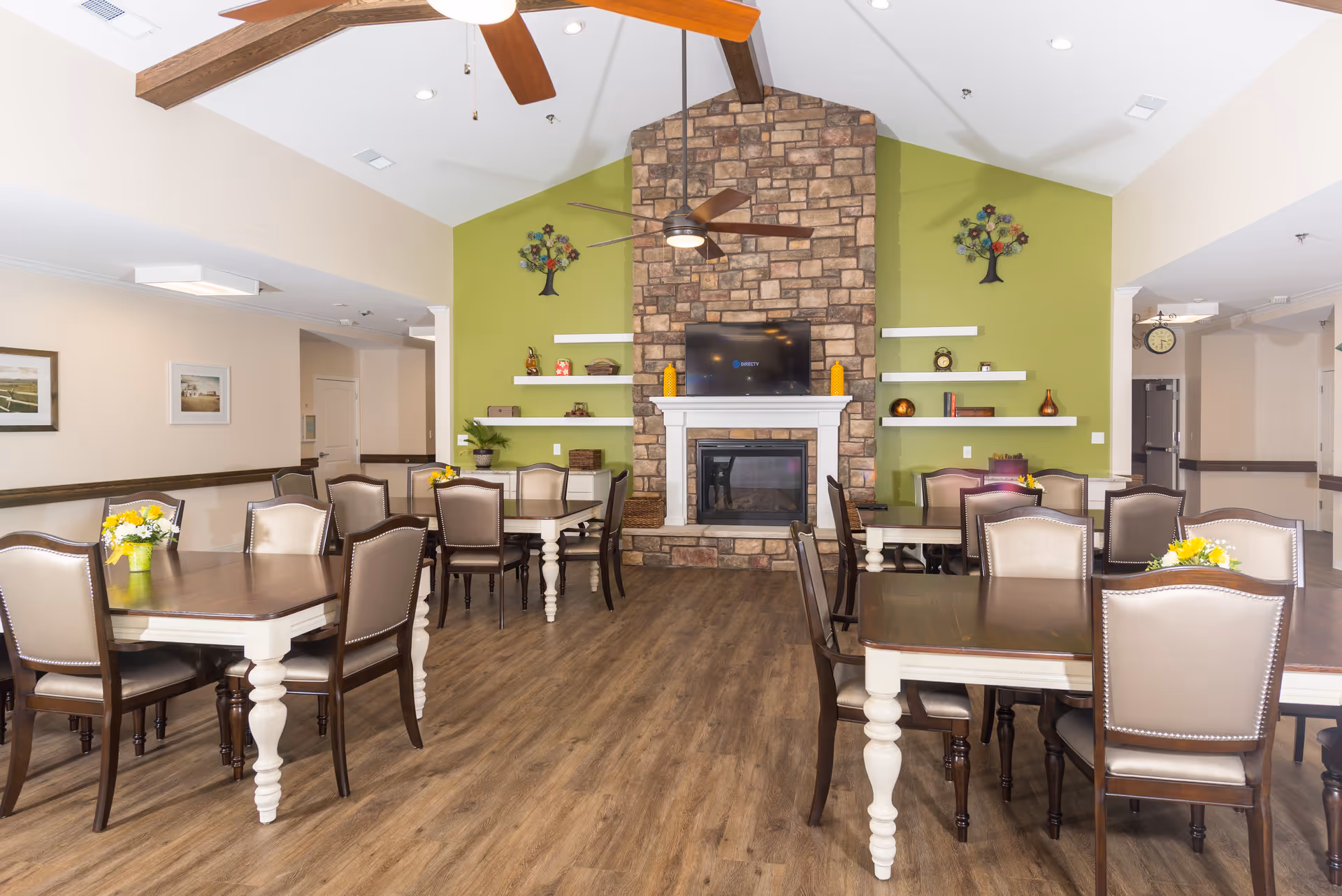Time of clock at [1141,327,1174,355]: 3:29
